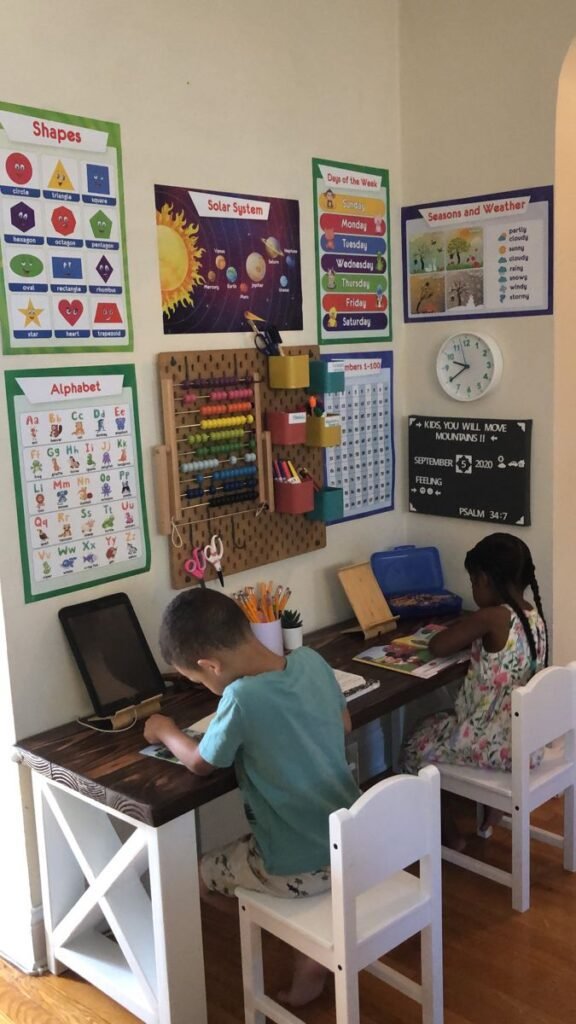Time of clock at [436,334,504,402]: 9:39
